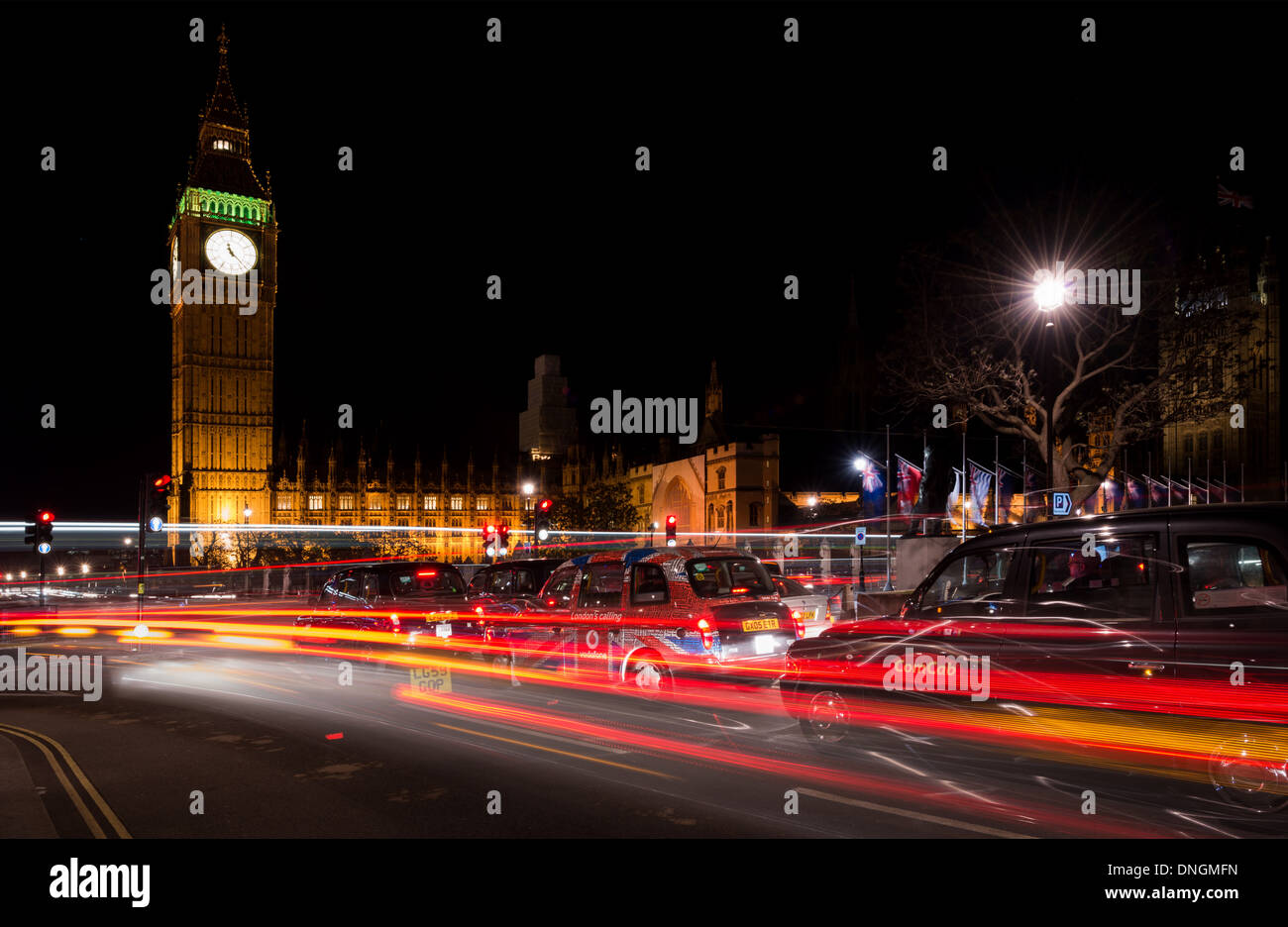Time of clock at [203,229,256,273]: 11:22
